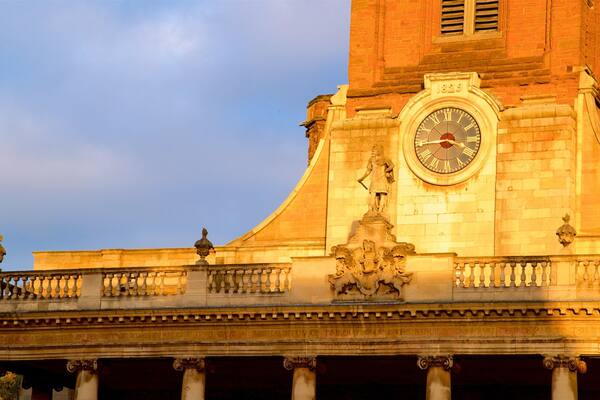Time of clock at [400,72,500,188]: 3:44
